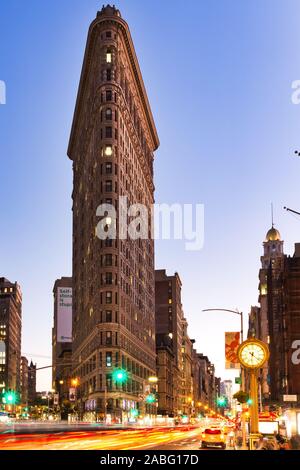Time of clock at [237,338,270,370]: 6:21
